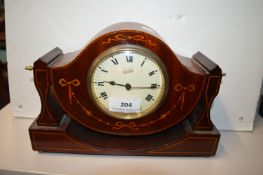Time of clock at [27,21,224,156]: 9:15
